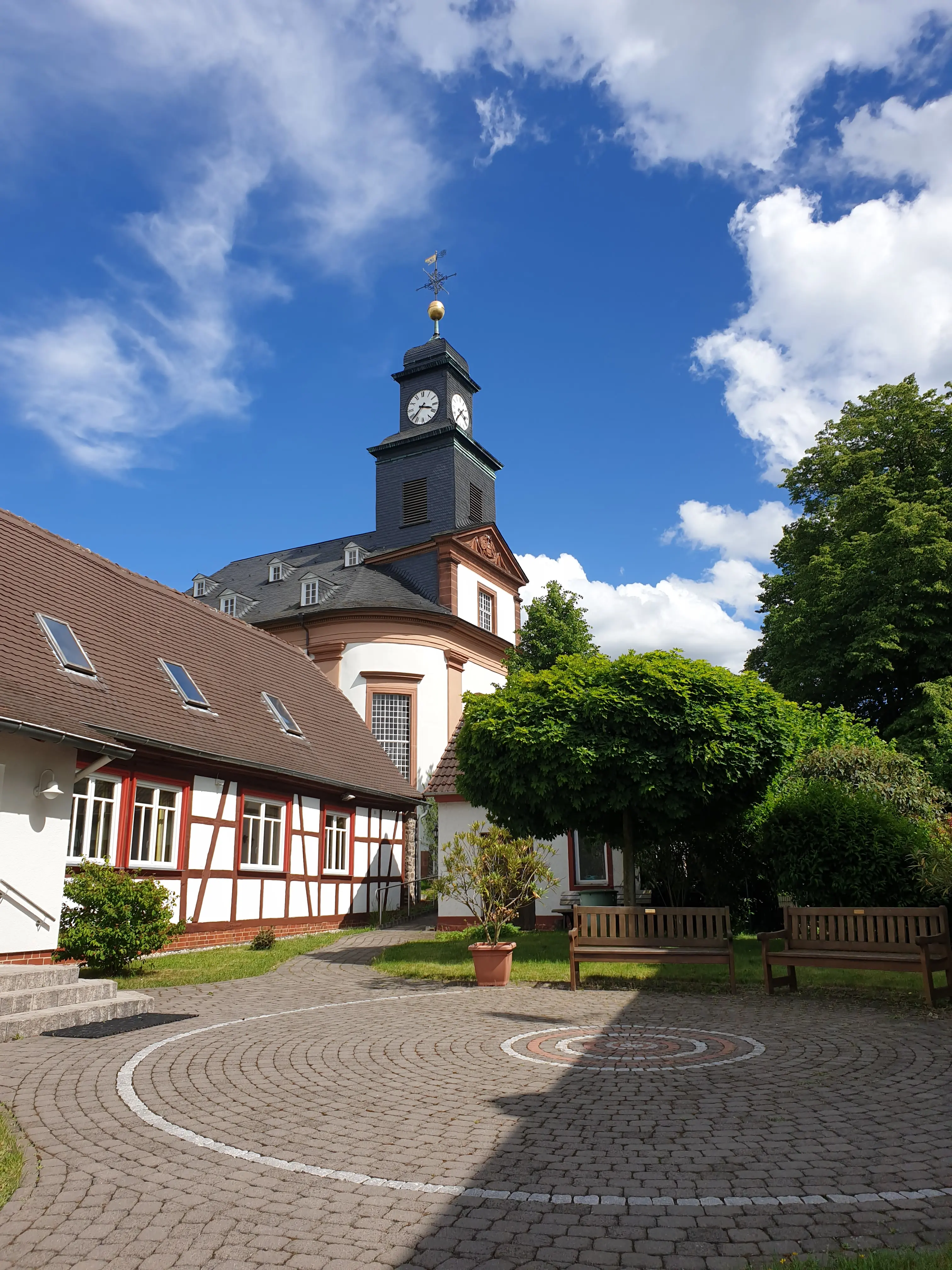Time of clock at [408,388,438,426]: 3:37
